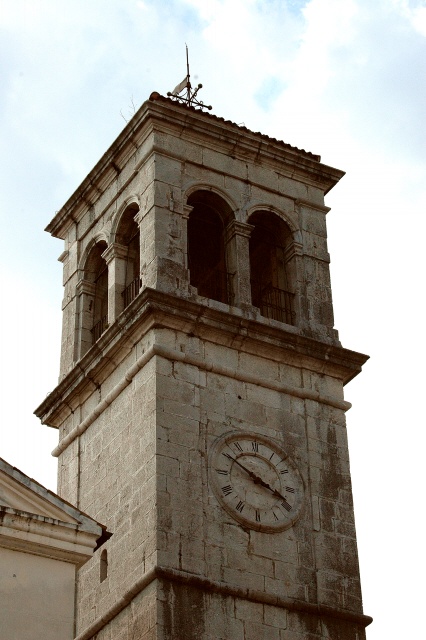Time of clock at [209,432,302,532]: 3:50
